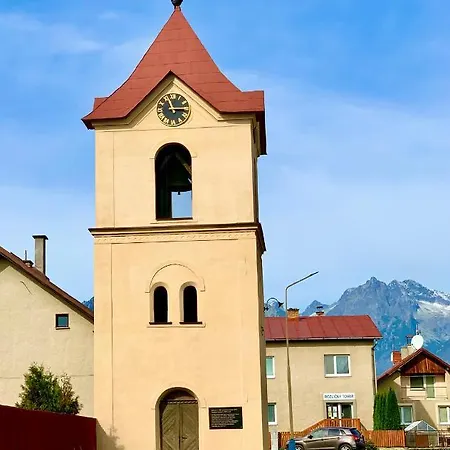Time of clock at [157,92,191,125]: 11:14
